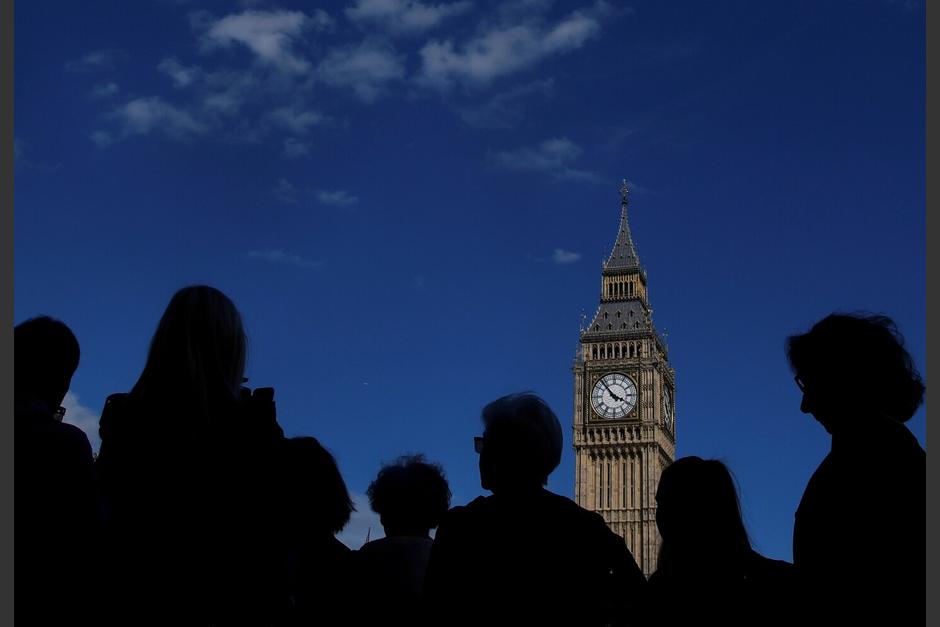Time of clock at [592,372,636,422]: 3:53
